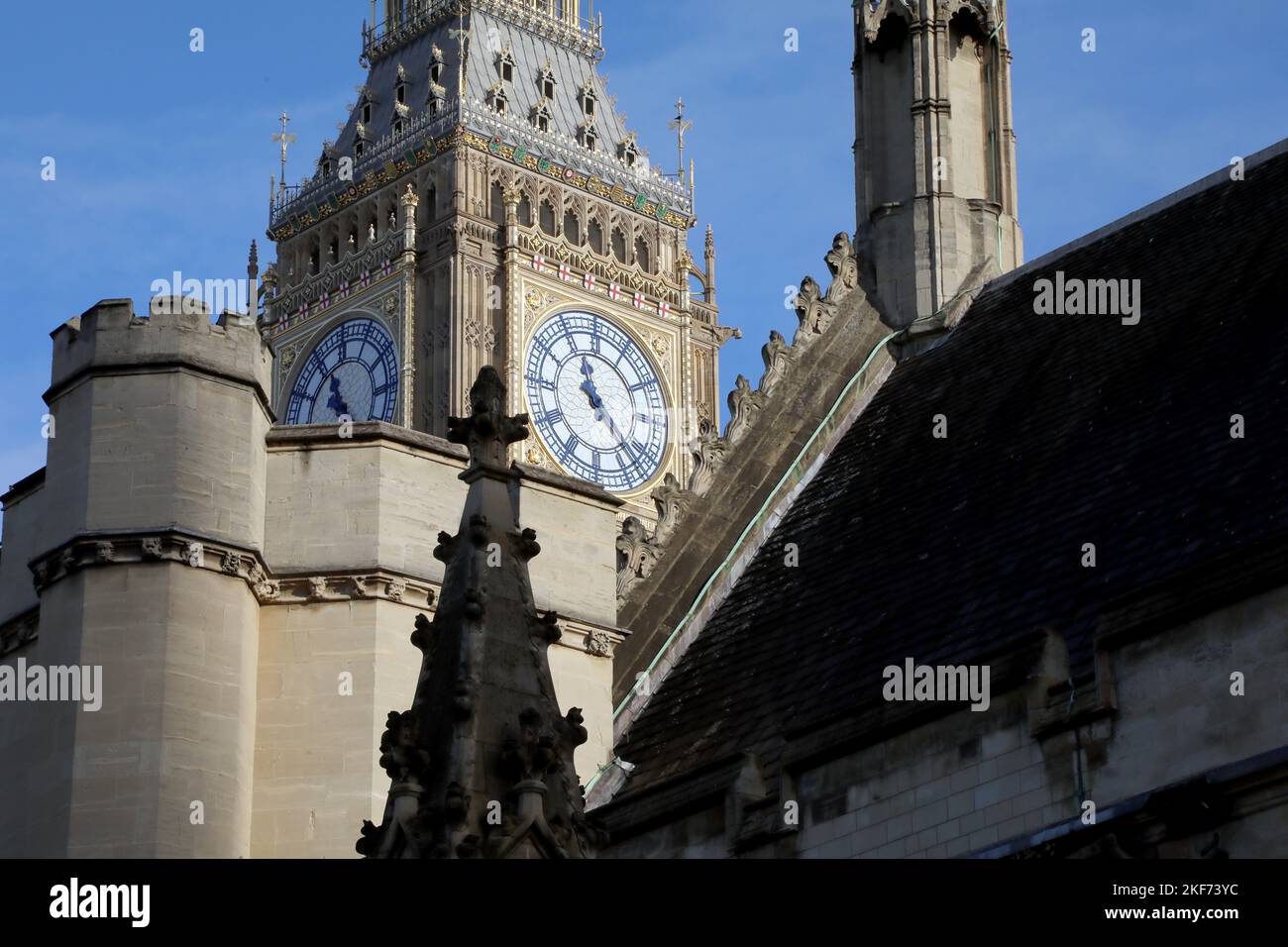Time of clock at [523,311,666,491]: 11:22
